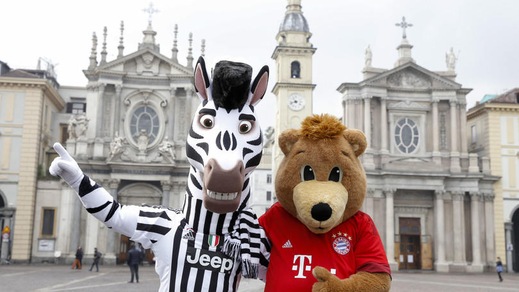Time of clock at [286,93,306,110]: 10:42
